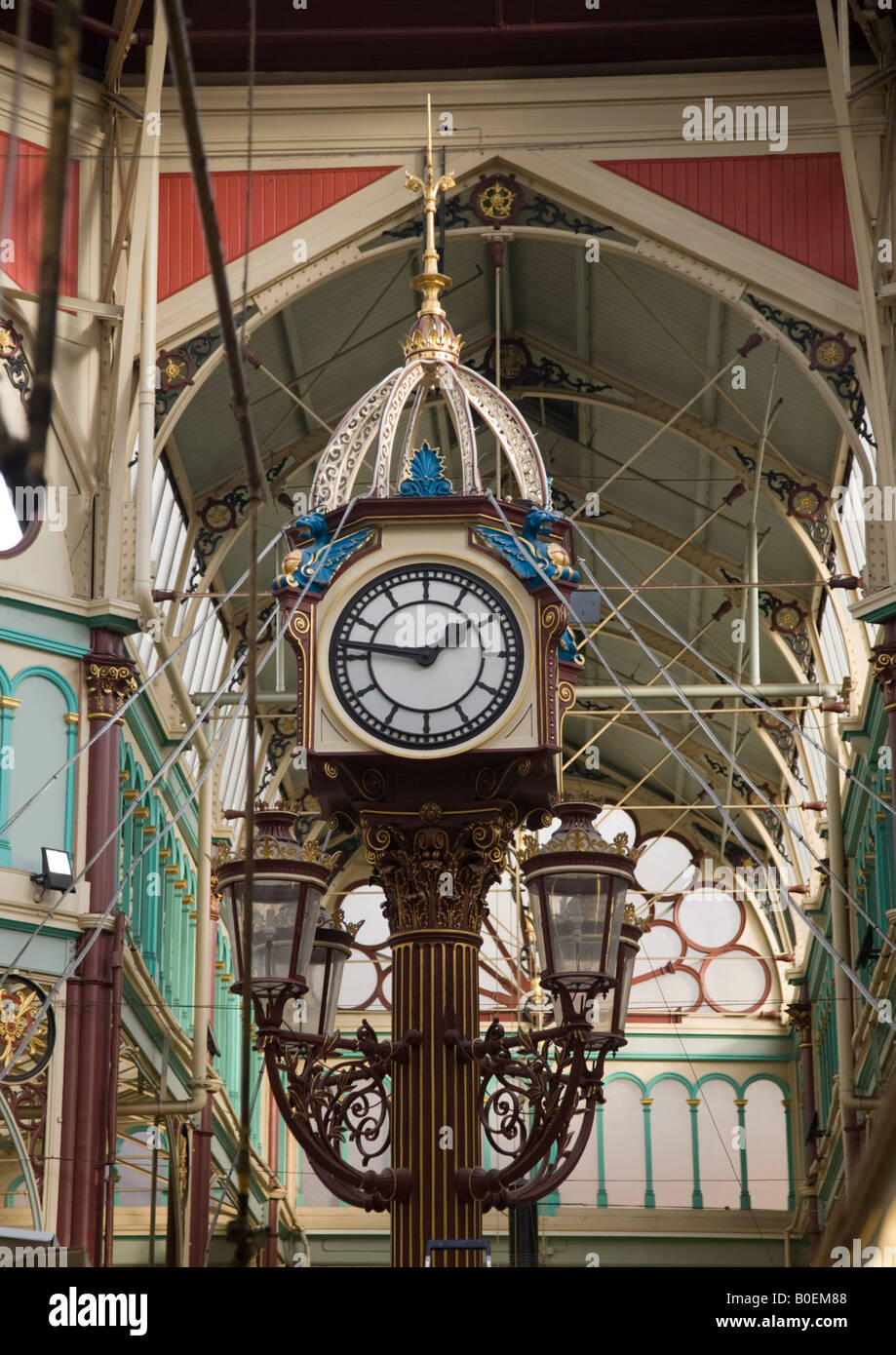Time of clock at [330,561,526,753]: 1:46
